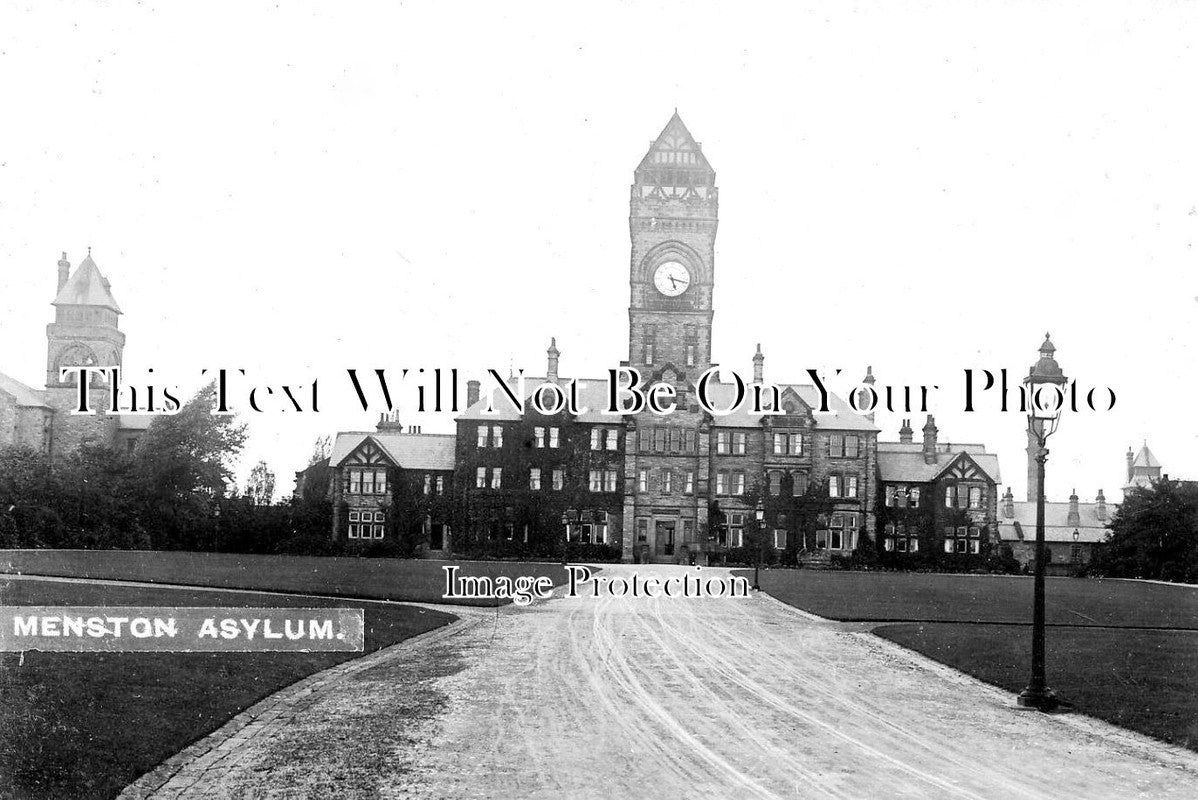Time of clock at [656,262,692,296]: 5:17
